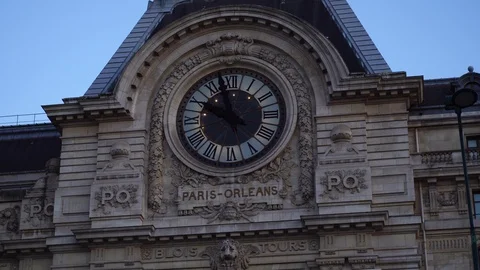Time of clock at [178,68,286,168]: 9:57
